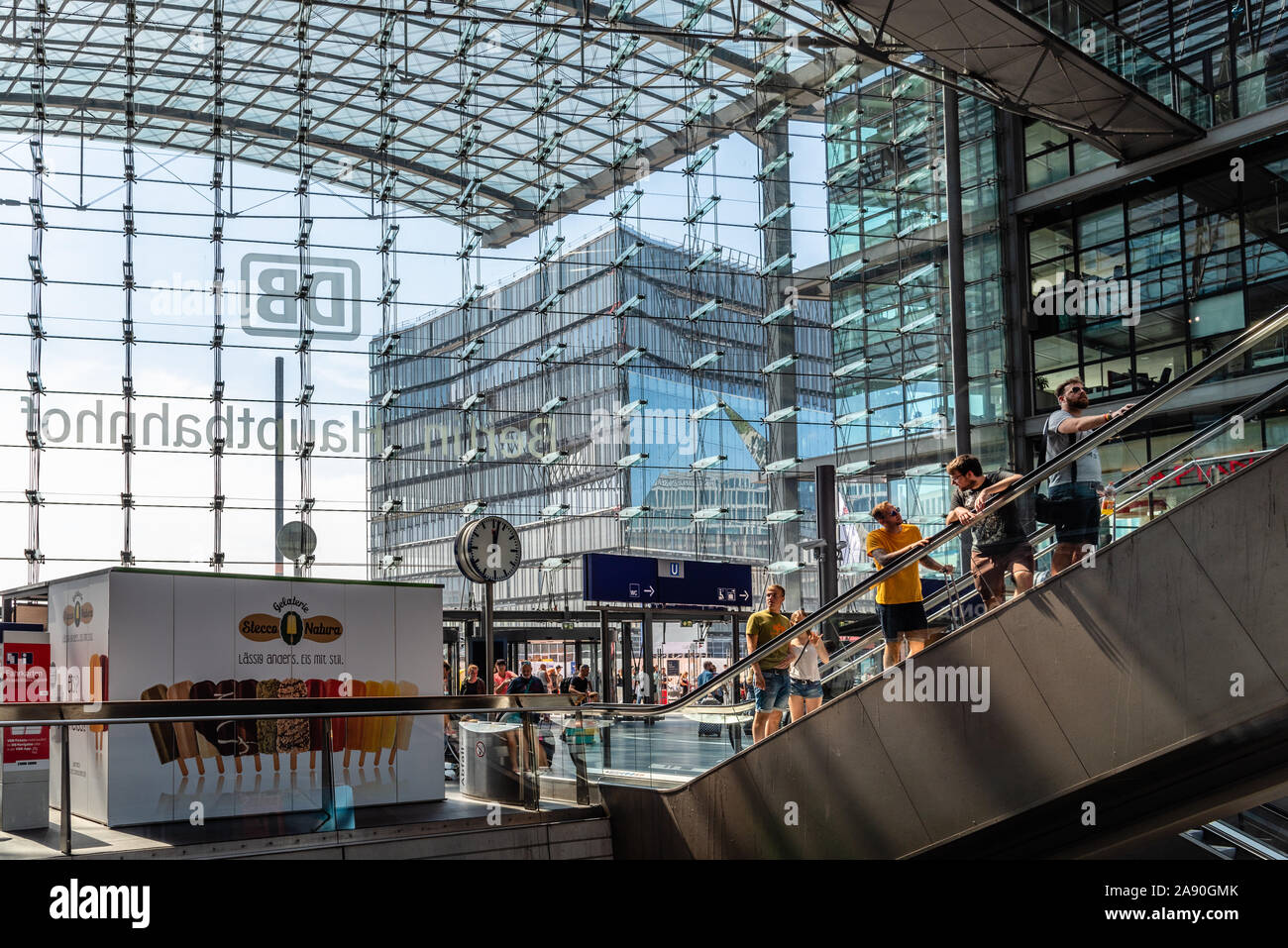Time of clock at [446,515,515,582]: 12:02
